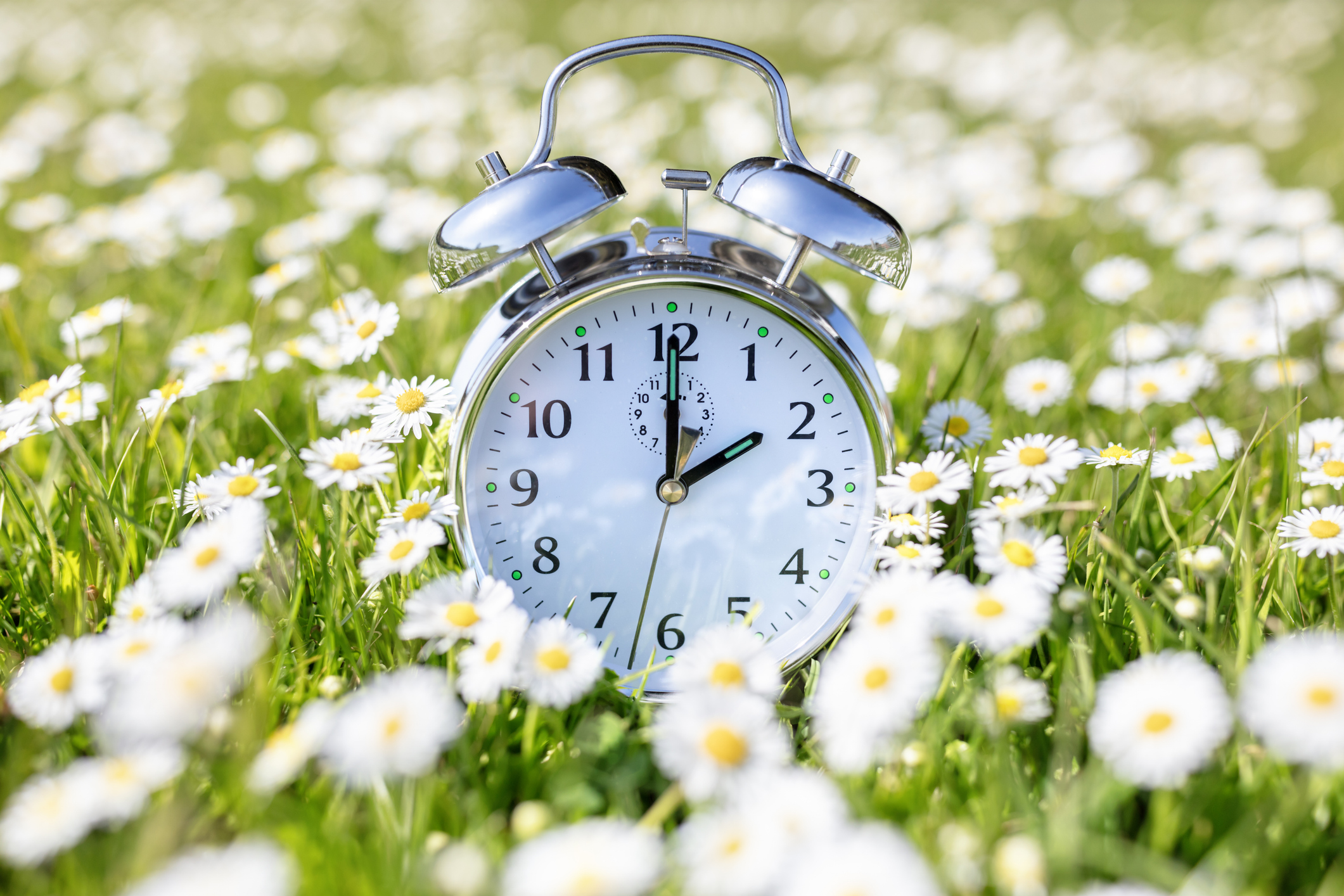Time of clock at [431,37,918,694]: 2:00
